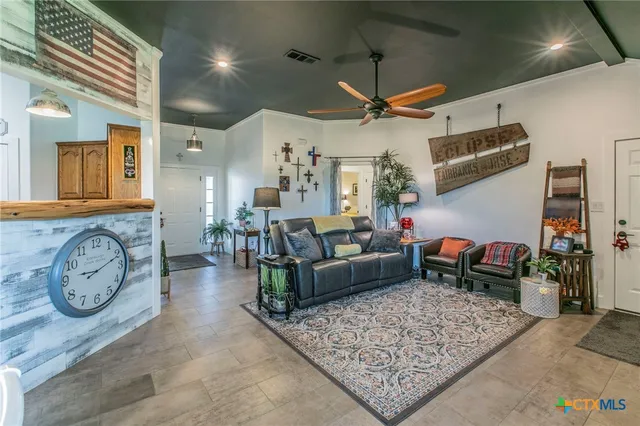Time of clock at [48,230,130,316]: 9:11
